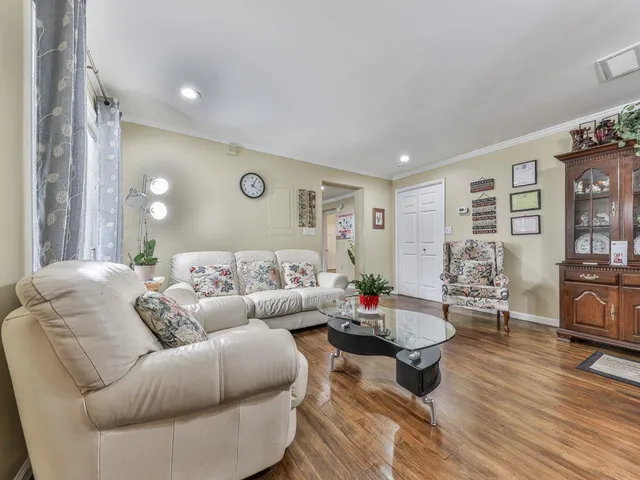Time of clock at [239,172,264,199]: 4:05
